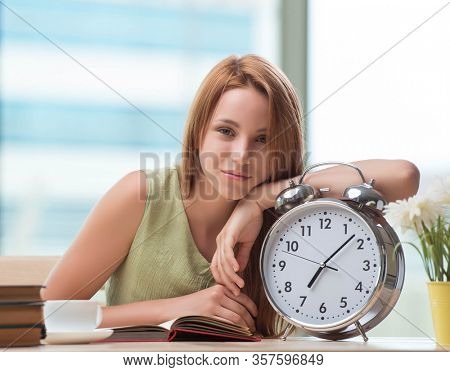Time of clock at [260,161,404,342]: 7:07
